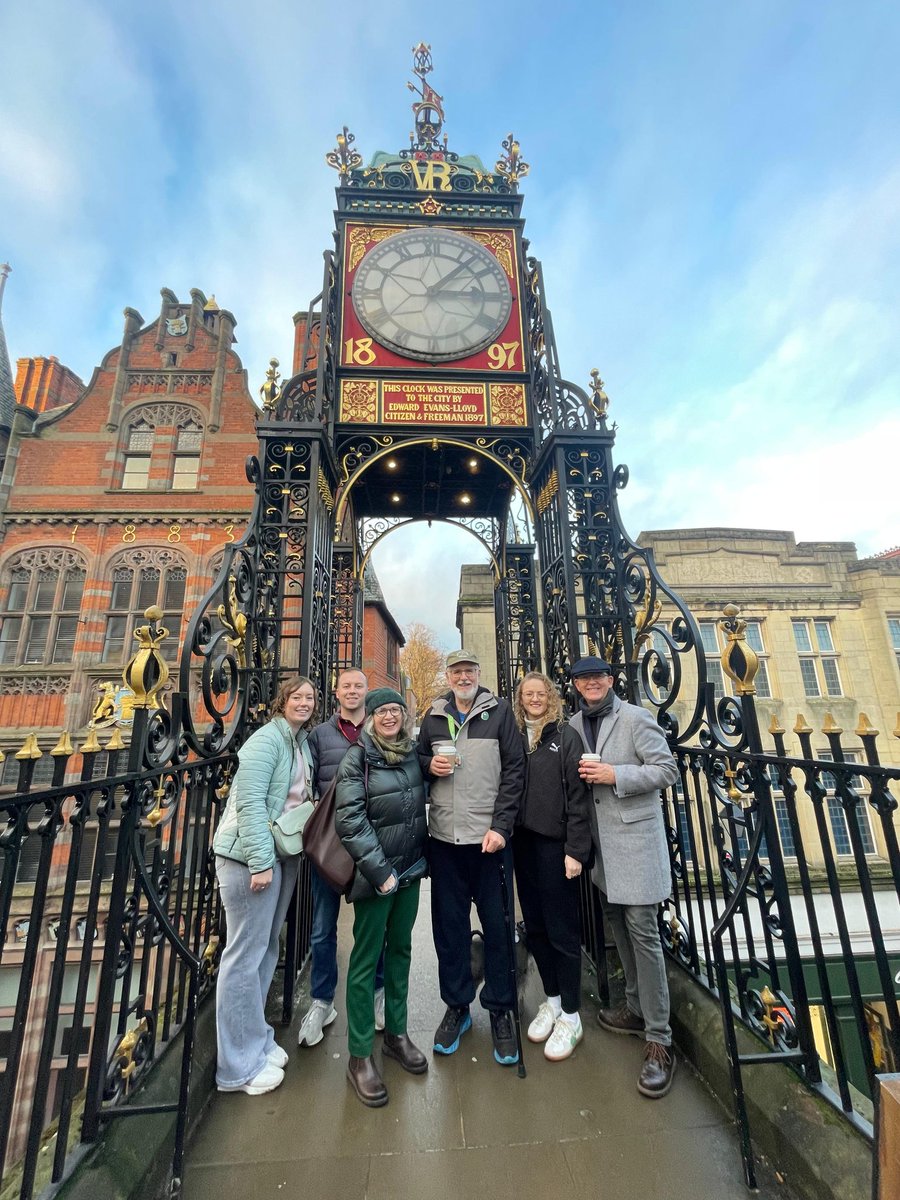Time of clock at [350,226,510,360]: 3:07
